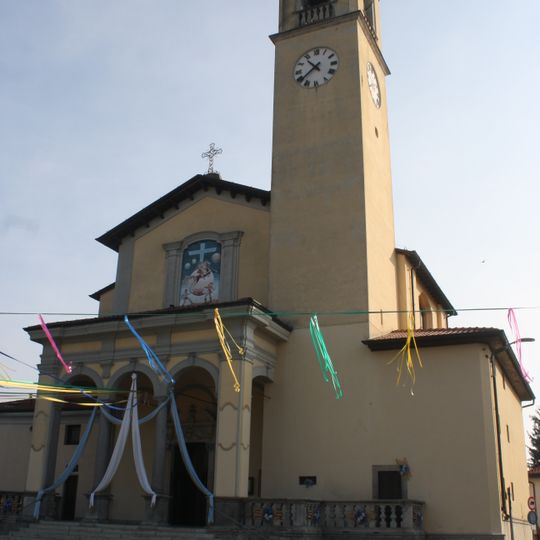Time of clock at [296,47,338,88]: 10:38
